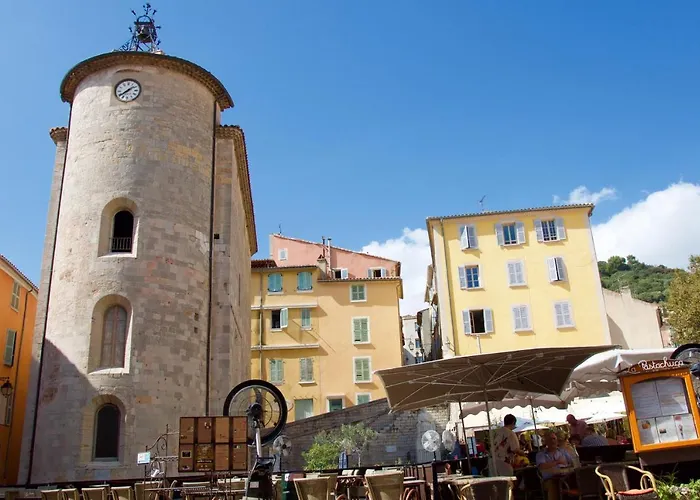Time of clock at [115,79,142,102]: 1:38
